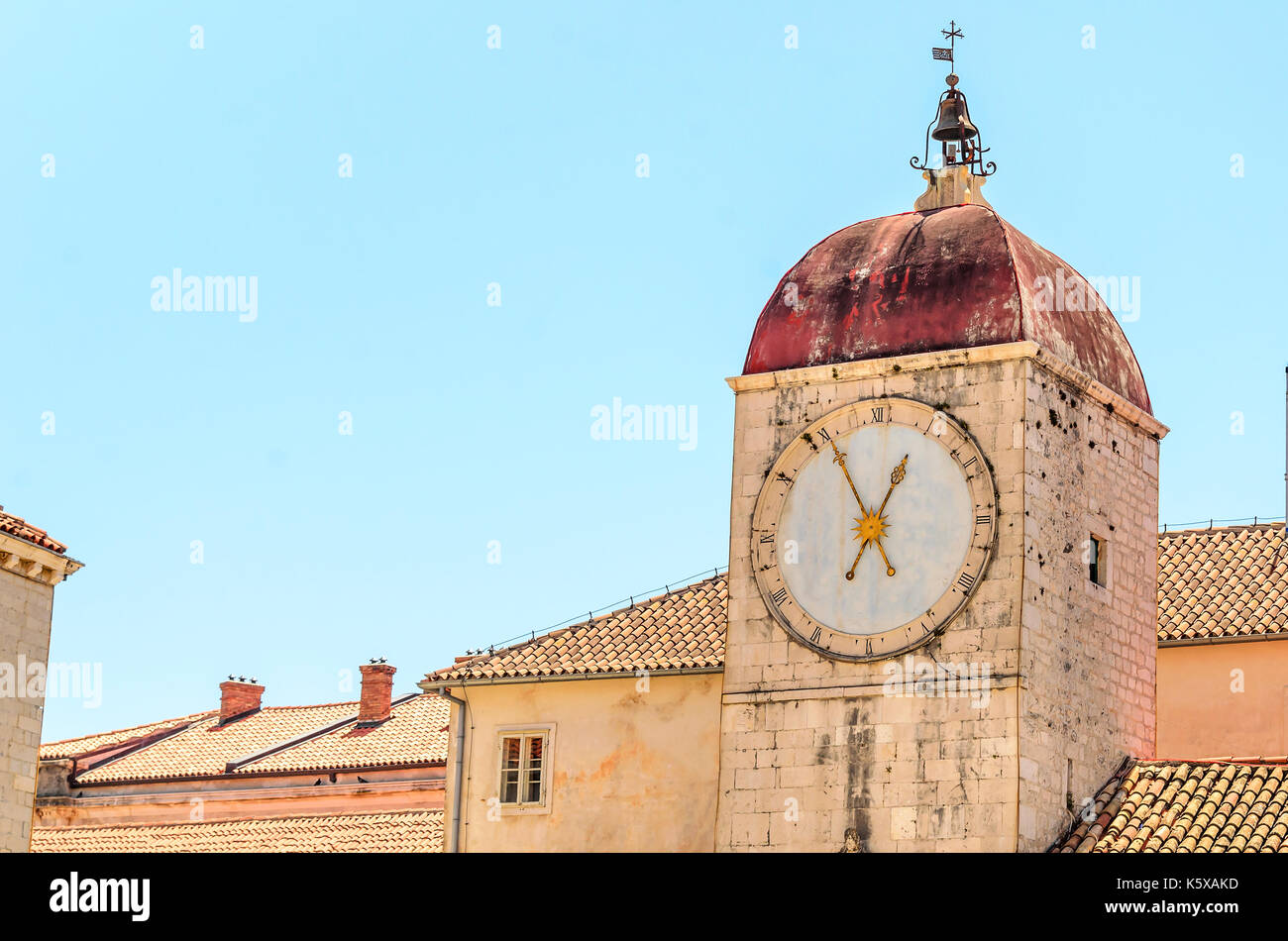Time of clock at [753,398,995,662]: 12:55
